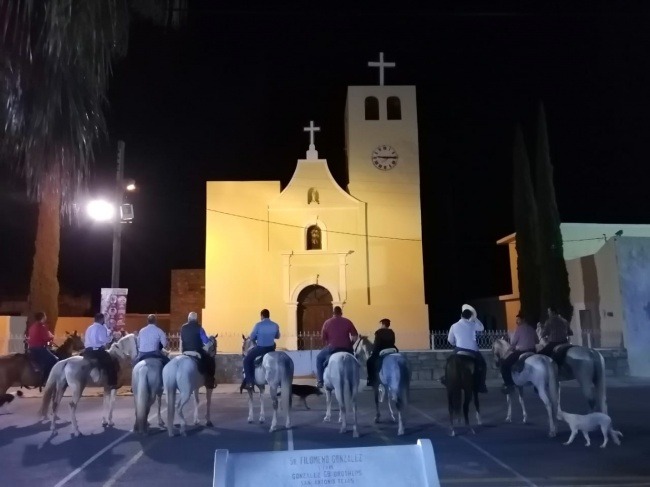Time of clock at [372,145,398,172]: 9:14
